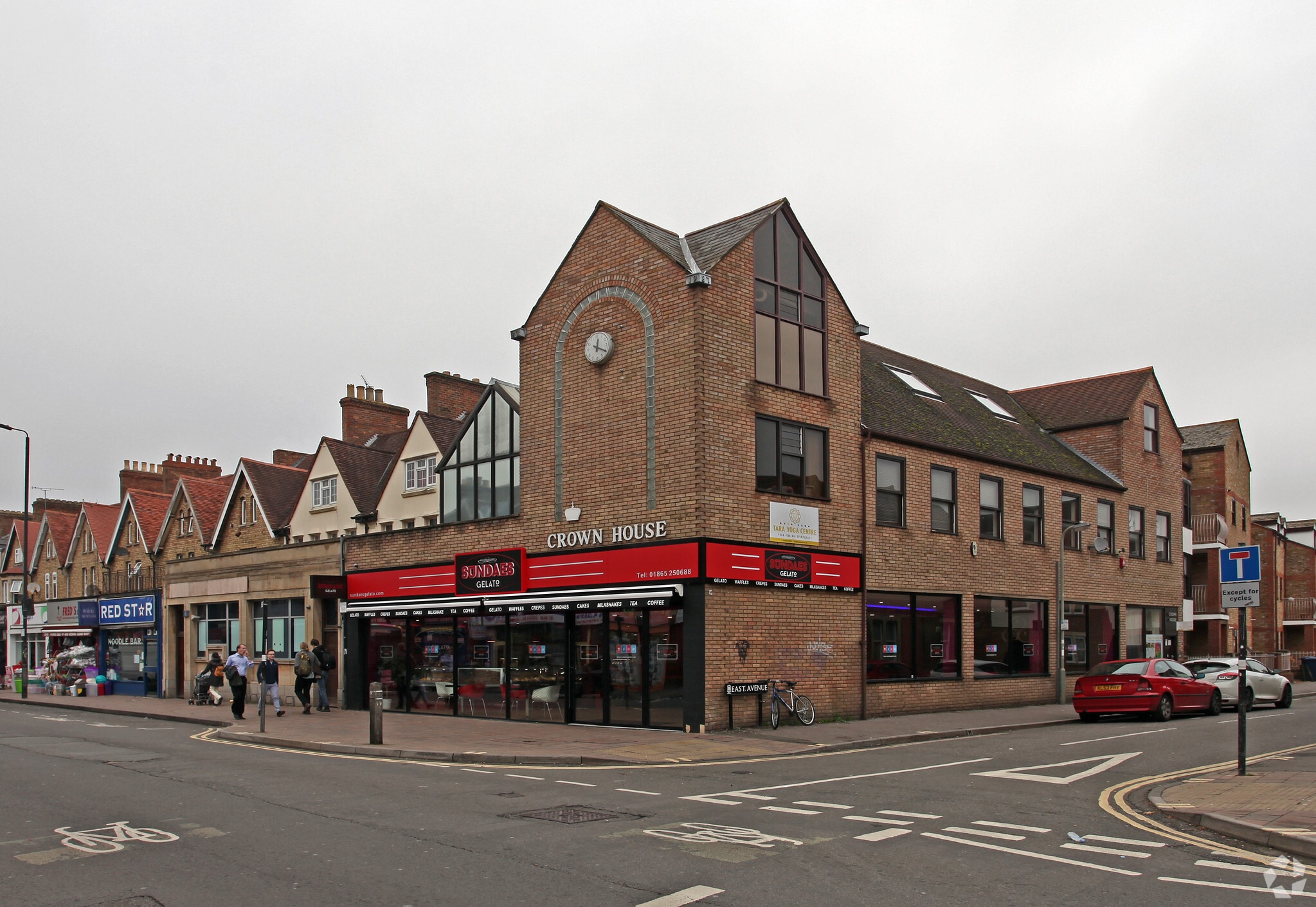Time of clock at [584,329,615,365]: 12:20
